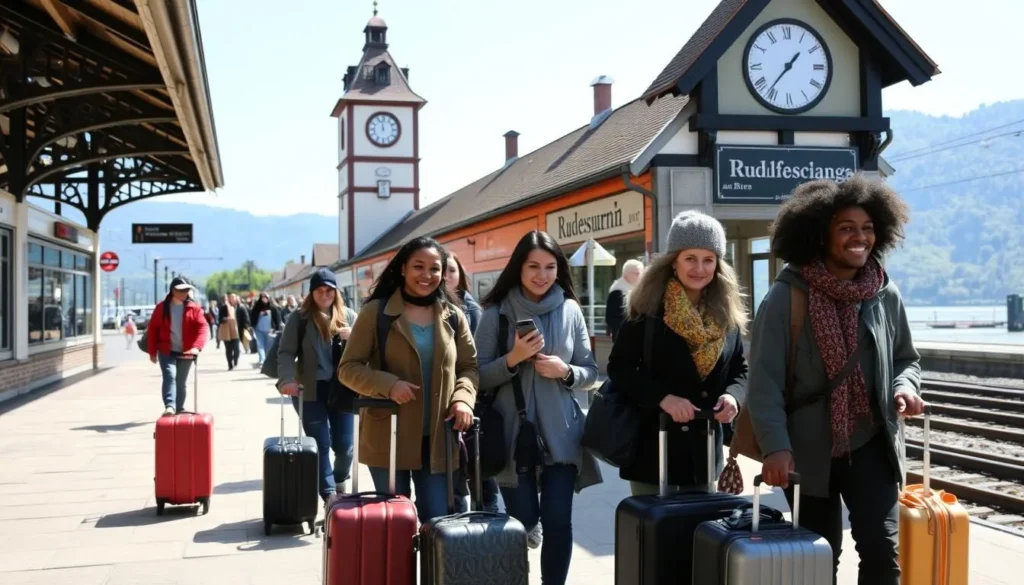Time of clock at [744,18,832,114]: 1:36
